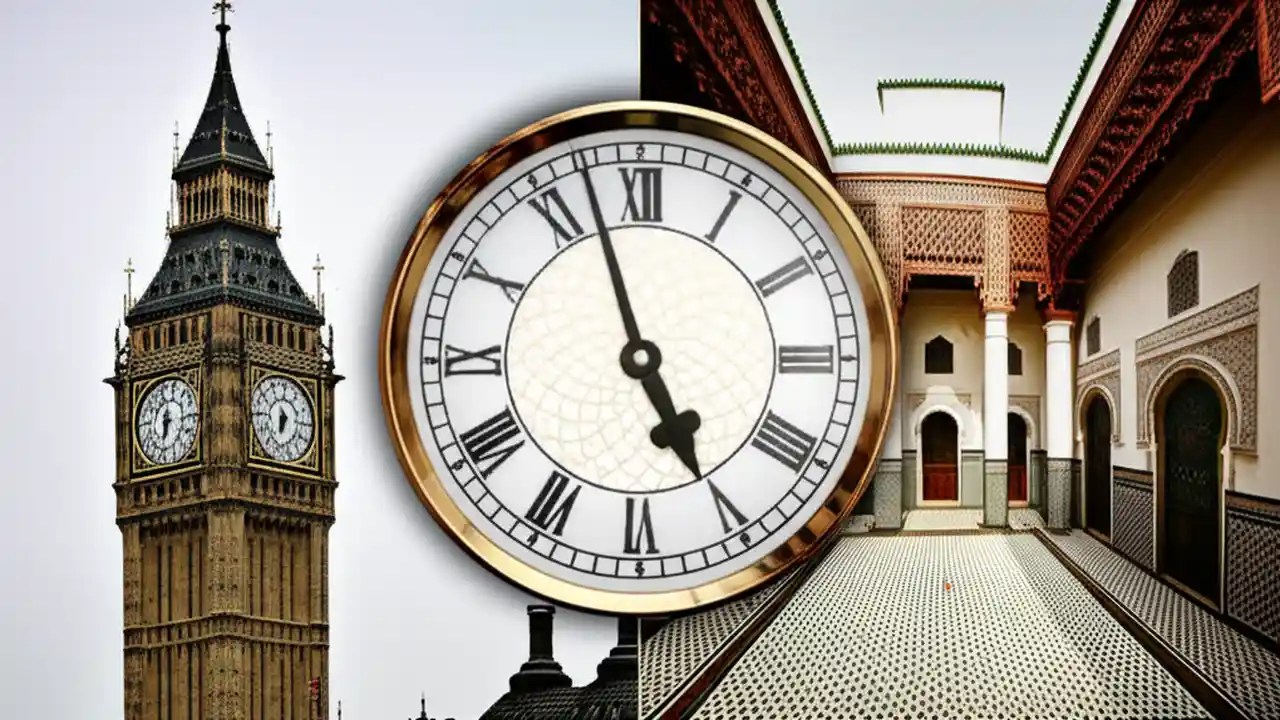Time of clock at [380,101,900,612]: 4:57
